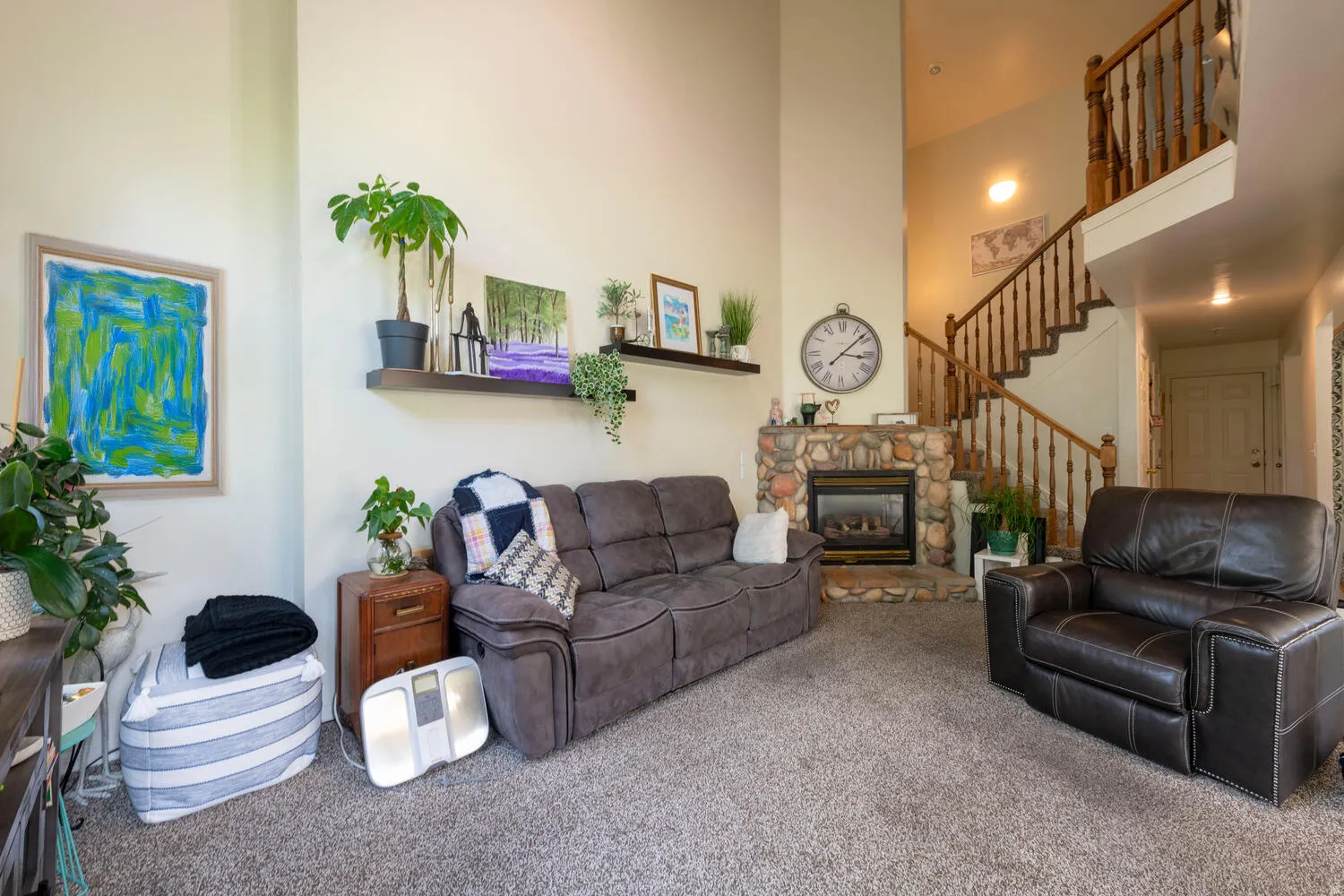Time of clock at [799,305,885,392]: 3:07
